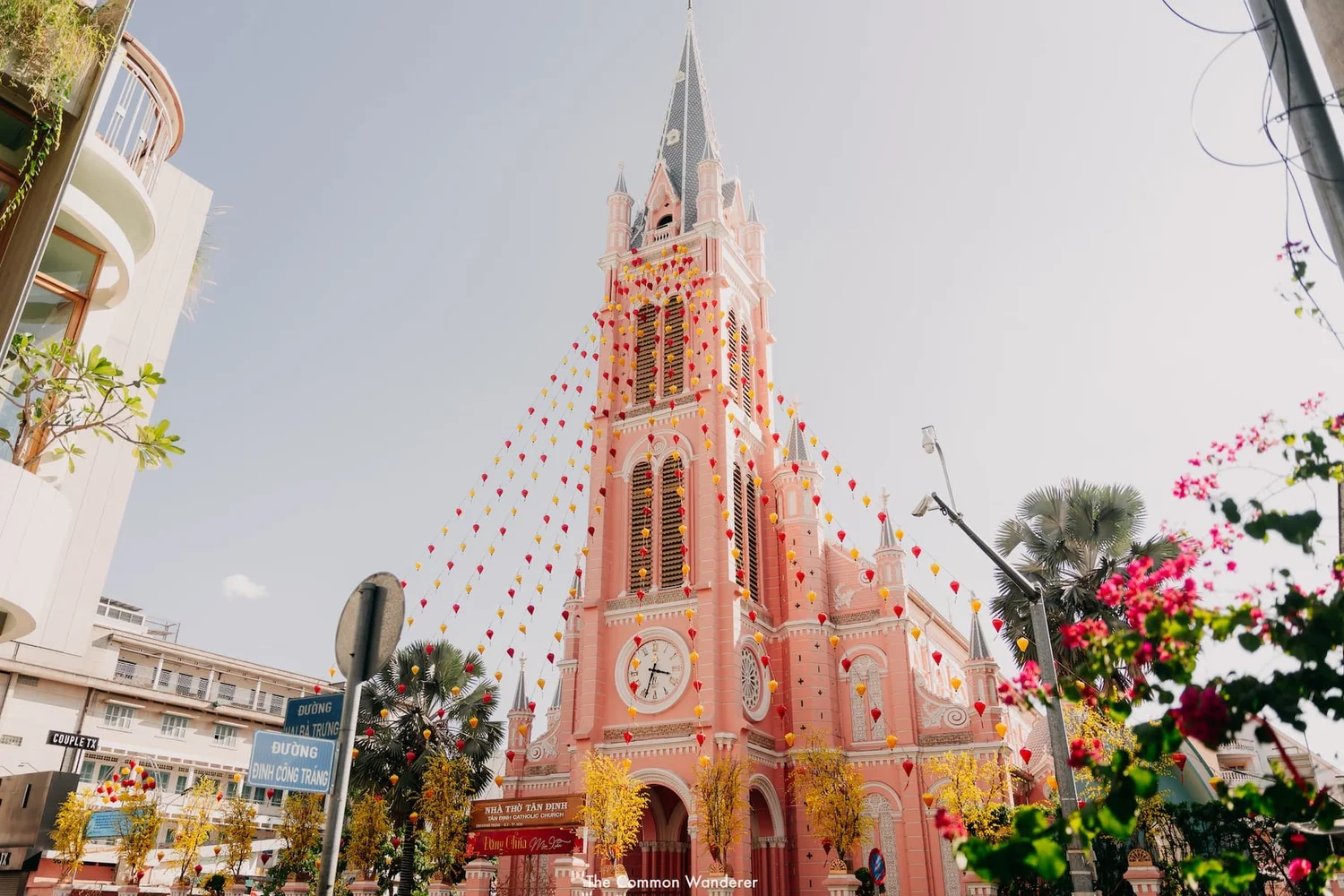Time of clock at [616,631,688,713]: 3:33
